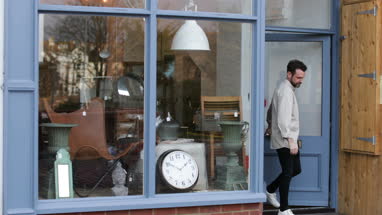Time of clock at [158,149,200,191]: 1:50
